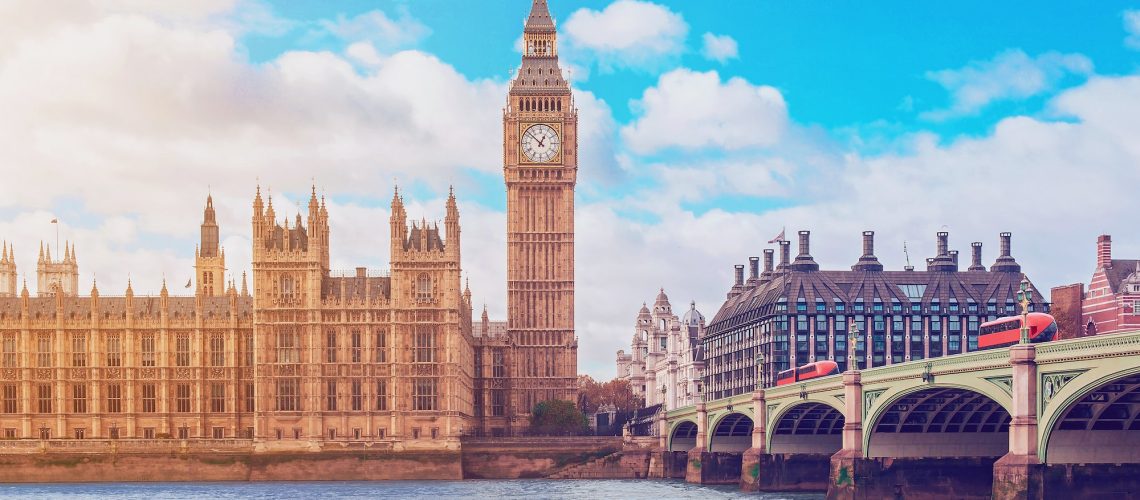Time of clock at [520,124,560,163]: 12:52
